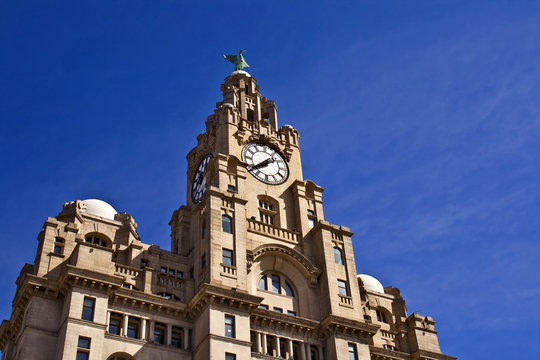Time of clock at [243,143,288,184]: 1:39
